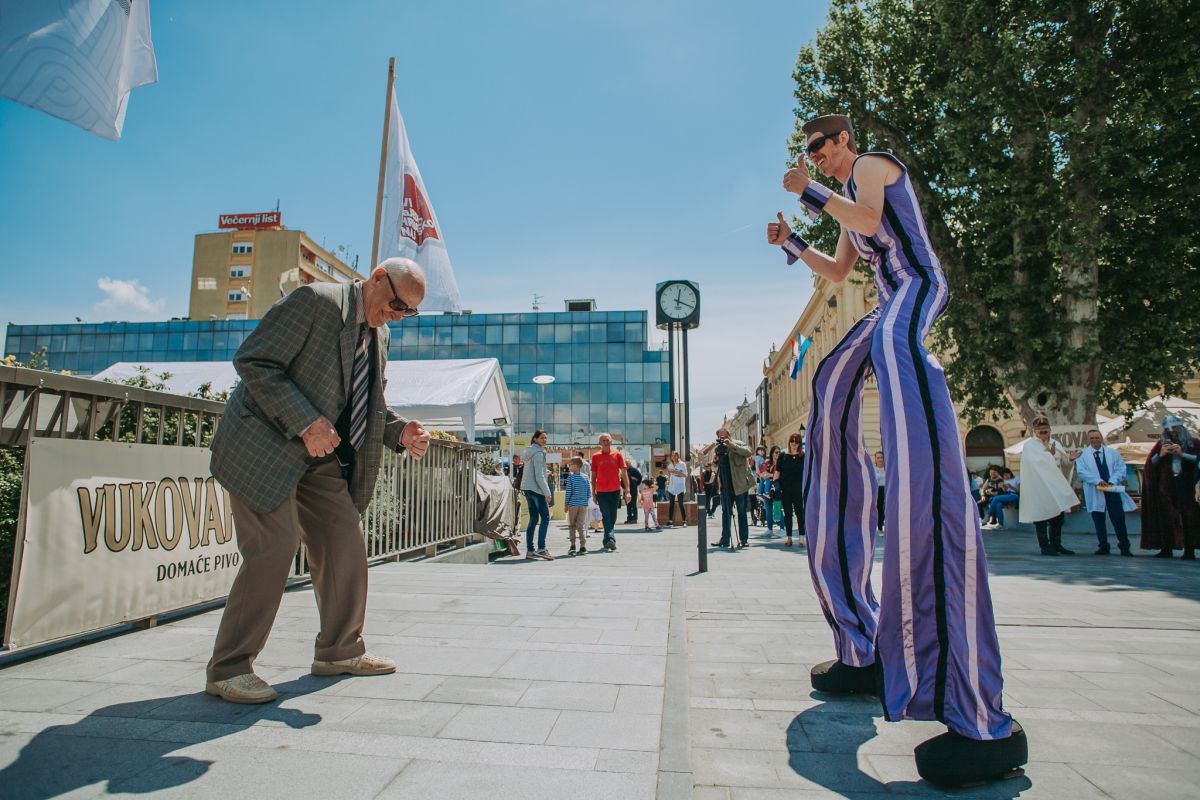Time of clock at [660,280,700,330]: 12:18
